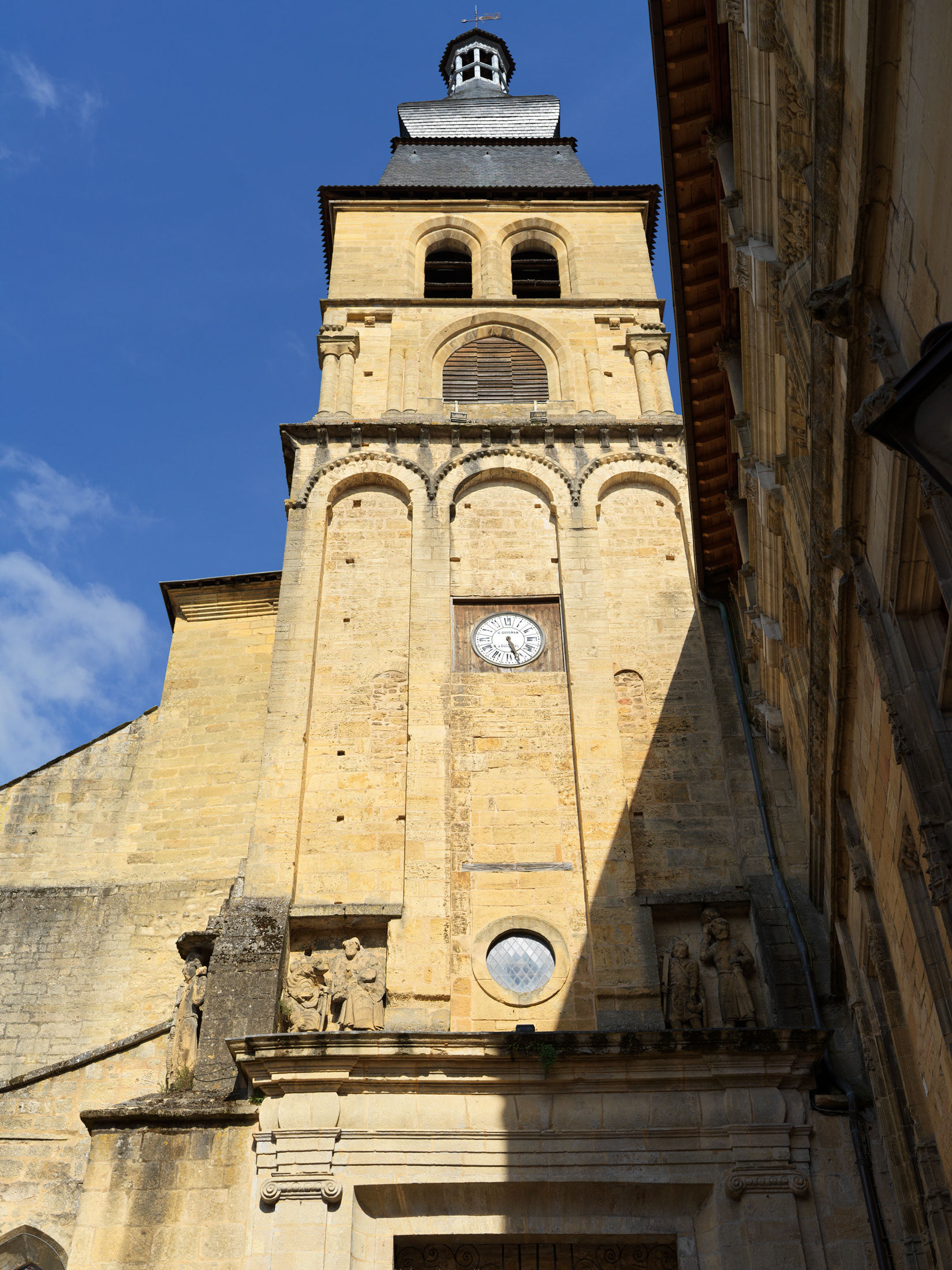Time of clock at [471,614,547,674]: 5:26
